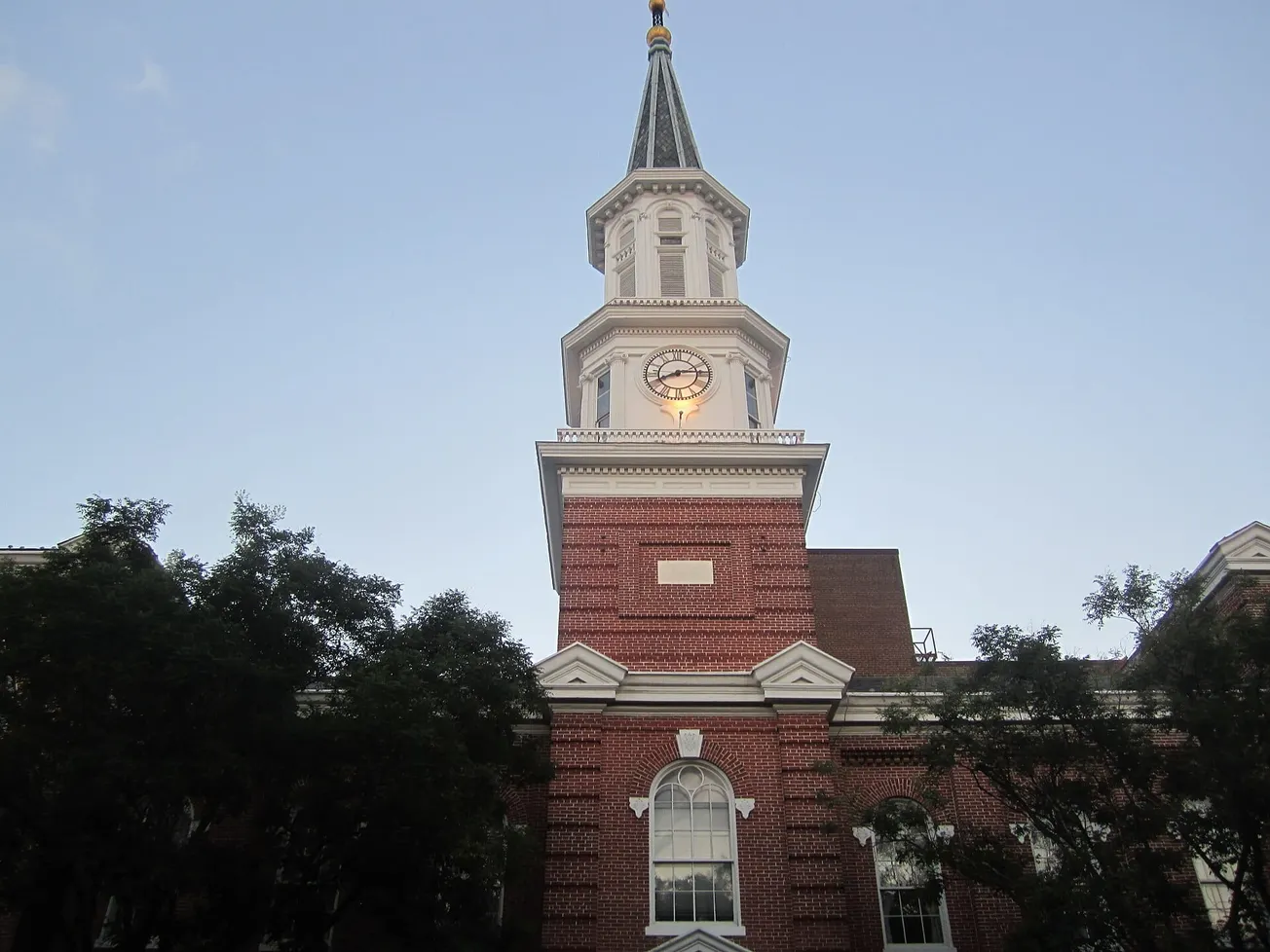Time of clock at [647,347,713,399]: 8:14
